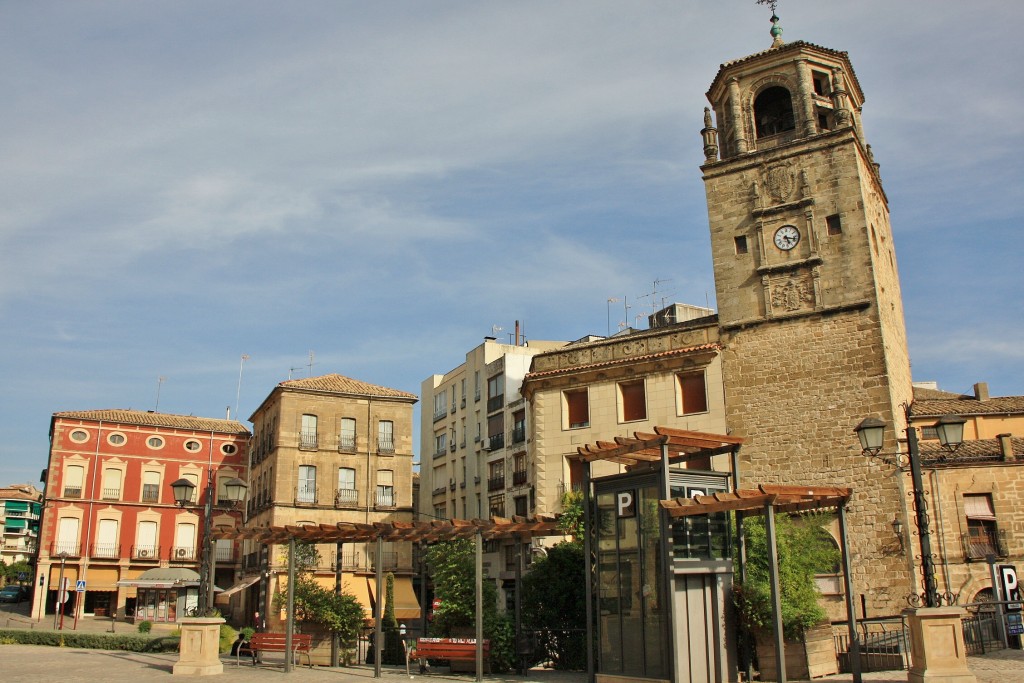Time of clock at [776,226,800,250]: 5:17
